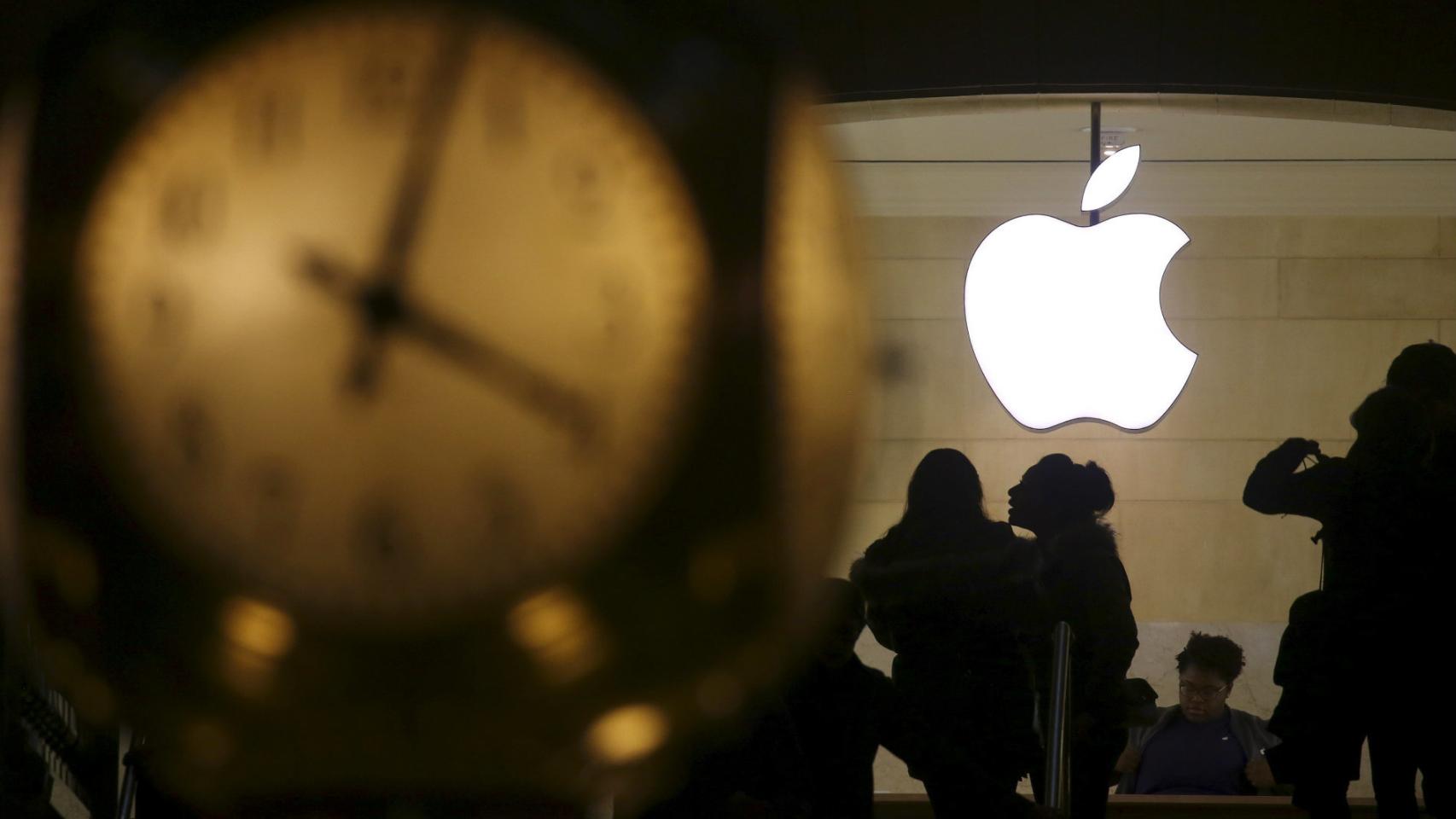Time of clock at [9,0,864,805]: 4:02
